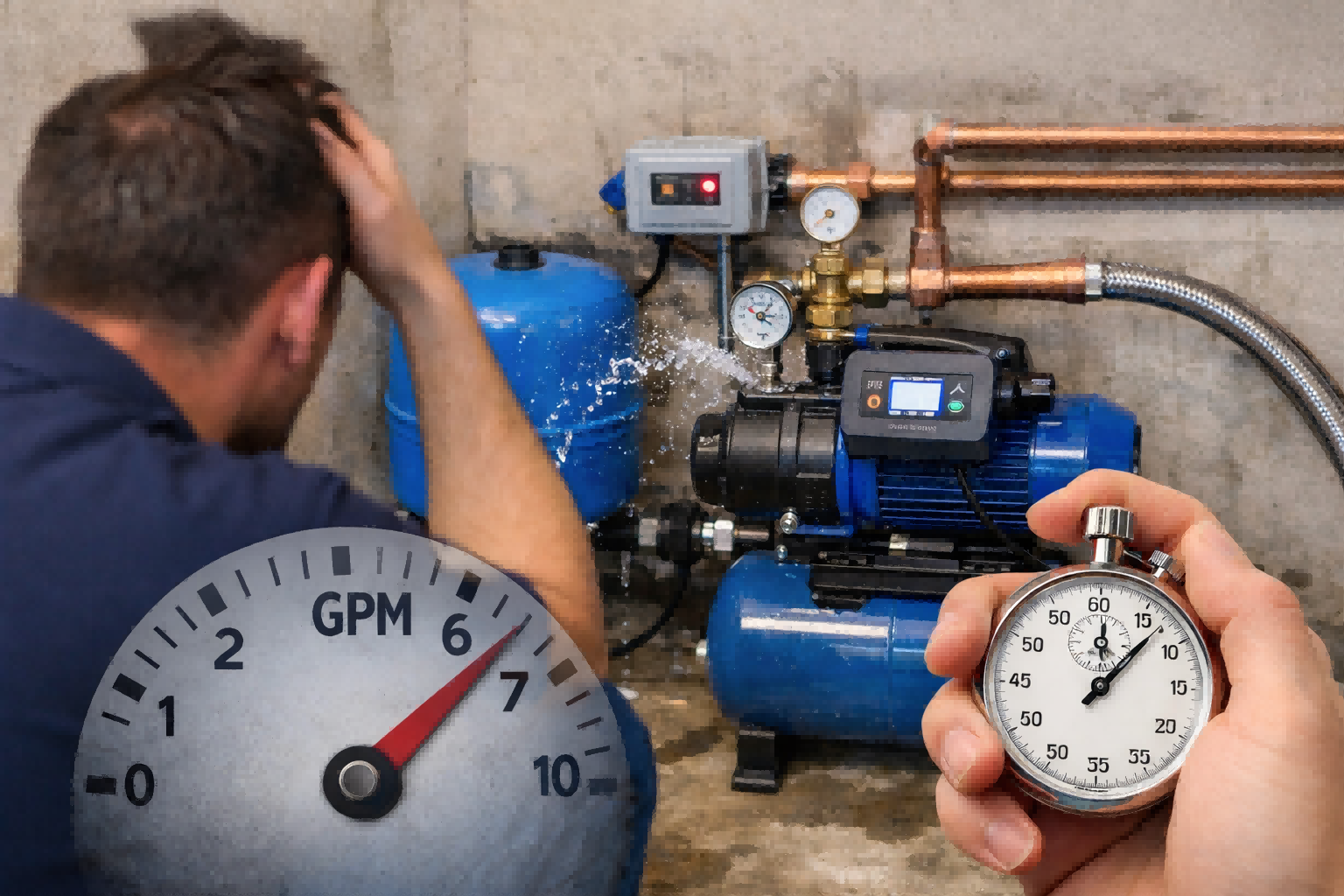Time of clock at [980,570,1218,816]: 12:07
